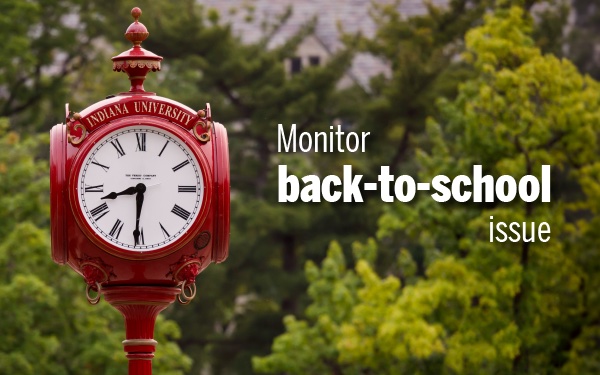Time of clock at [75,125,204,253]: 8:30
